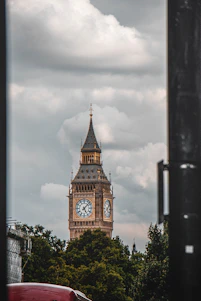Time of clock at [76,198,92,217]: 5:07
